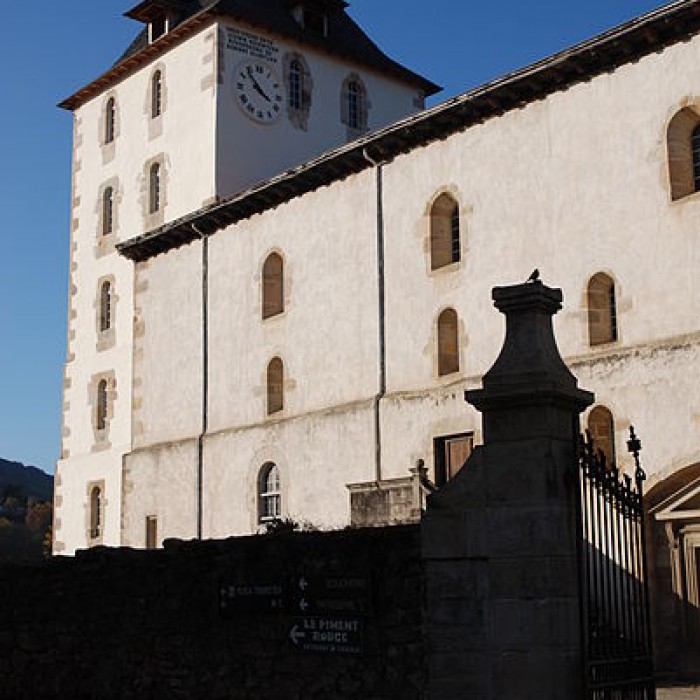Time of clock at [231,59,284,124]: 3:52
